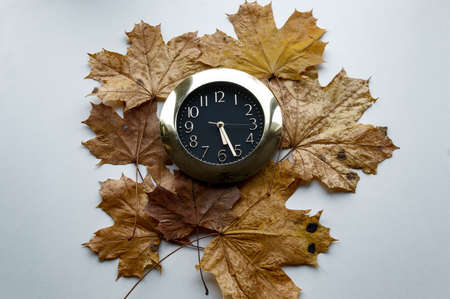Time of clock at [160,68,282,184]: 5:26
